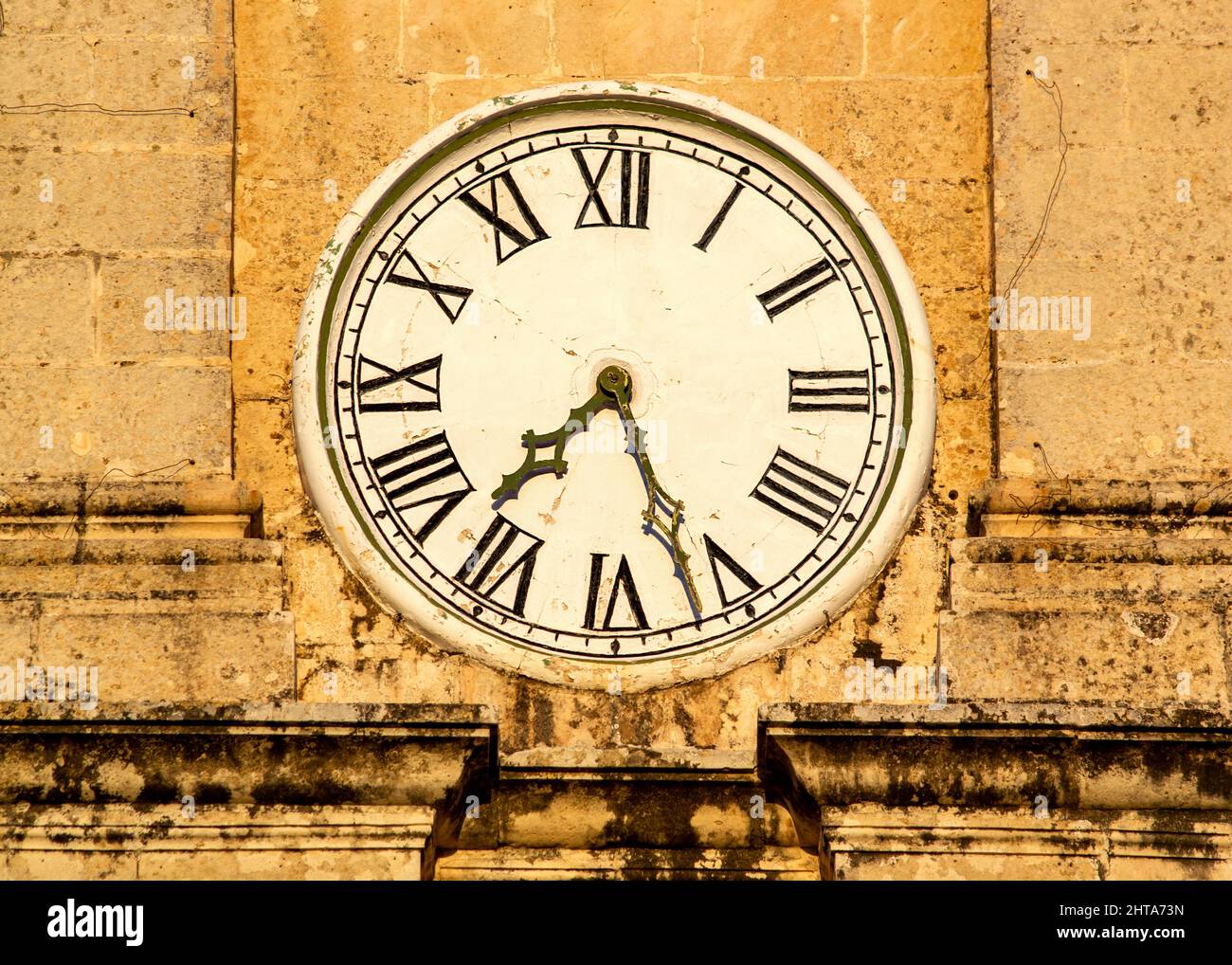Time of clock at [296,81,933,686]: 7:26
